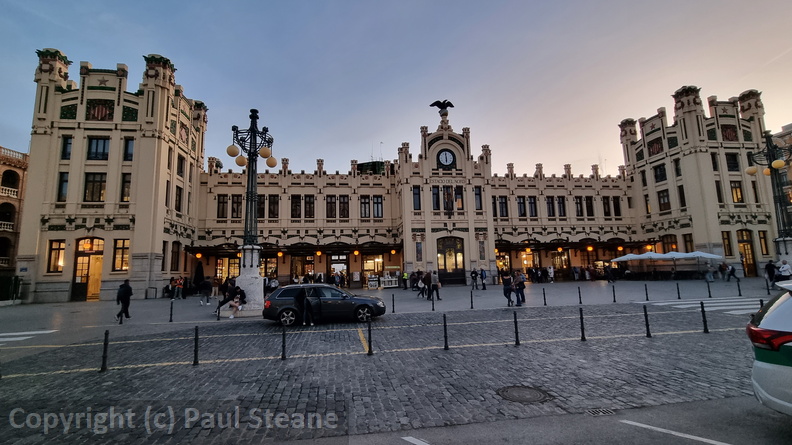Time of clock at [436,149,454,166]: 5:59
